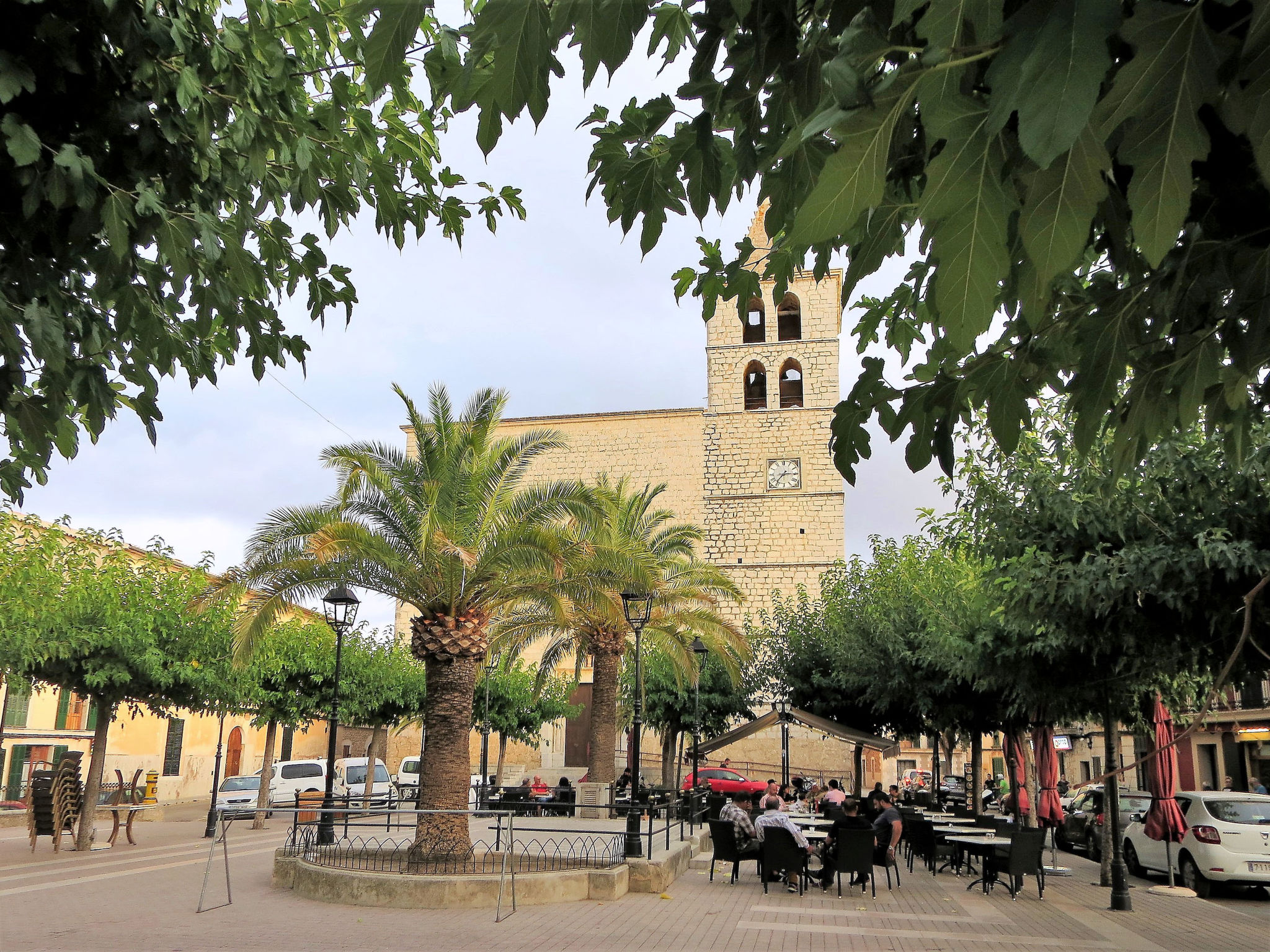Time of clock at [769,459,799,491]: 2:36
